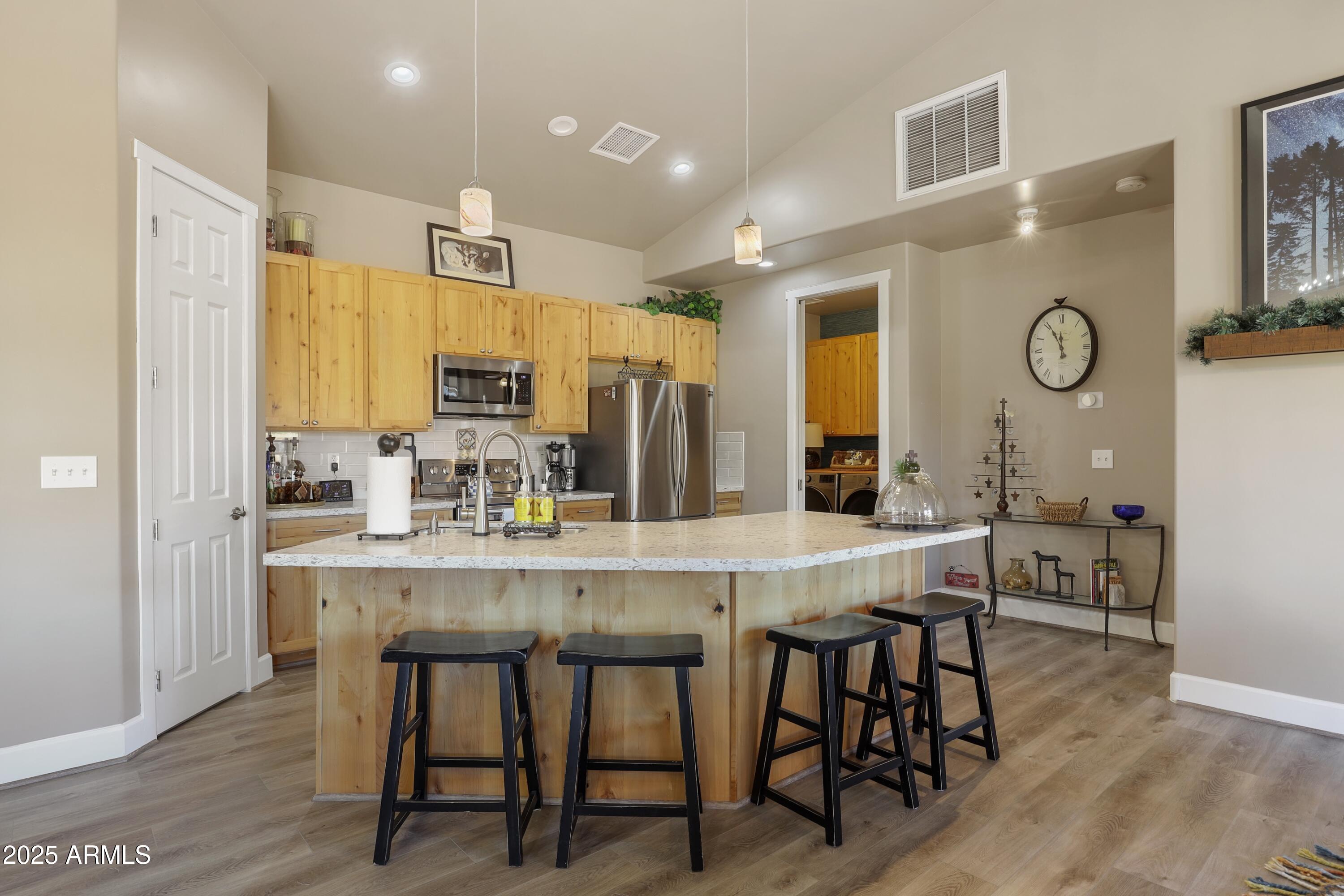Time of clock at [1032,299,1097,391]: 11:55
